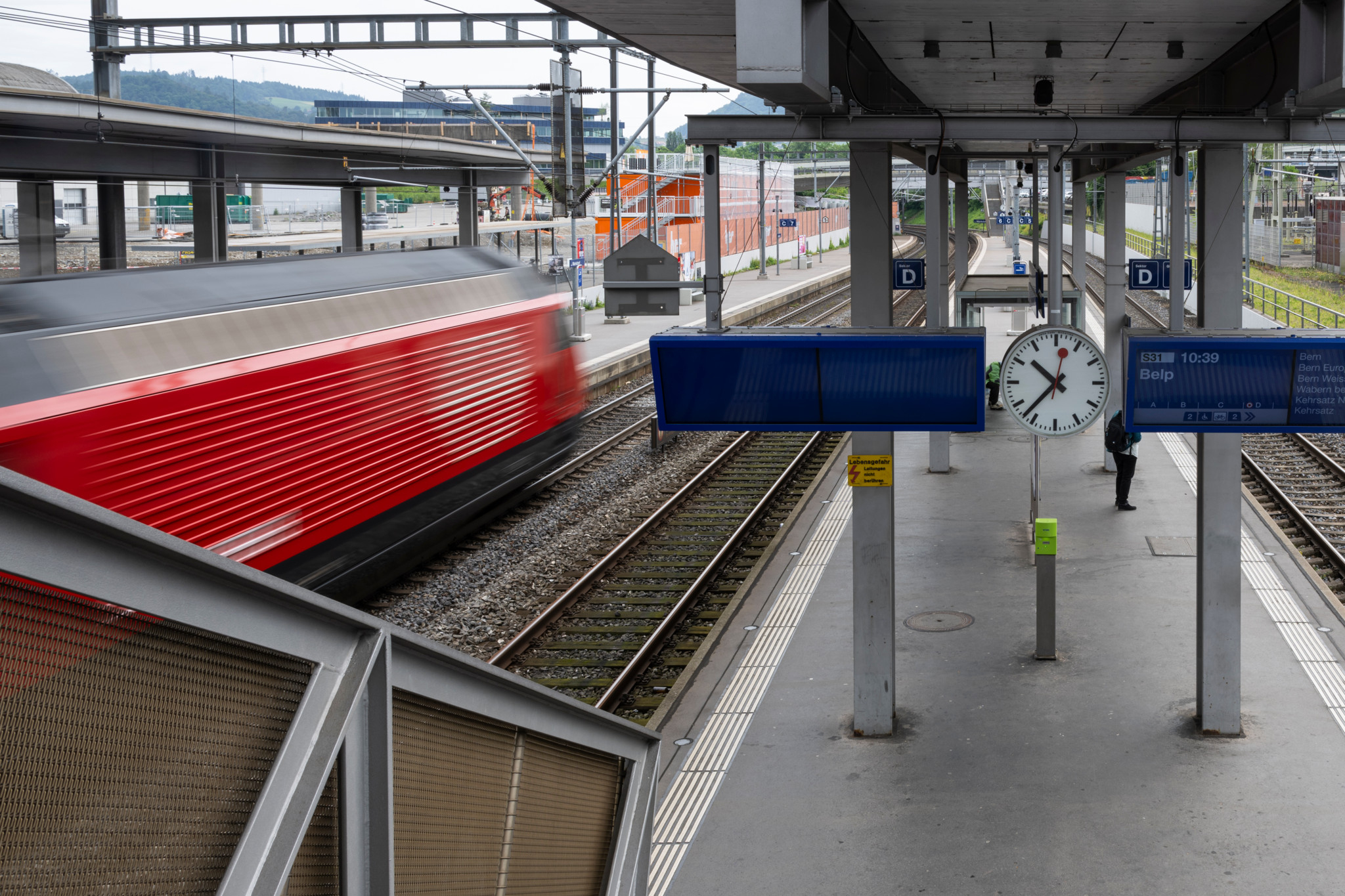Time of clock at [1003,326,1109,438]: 10:37
